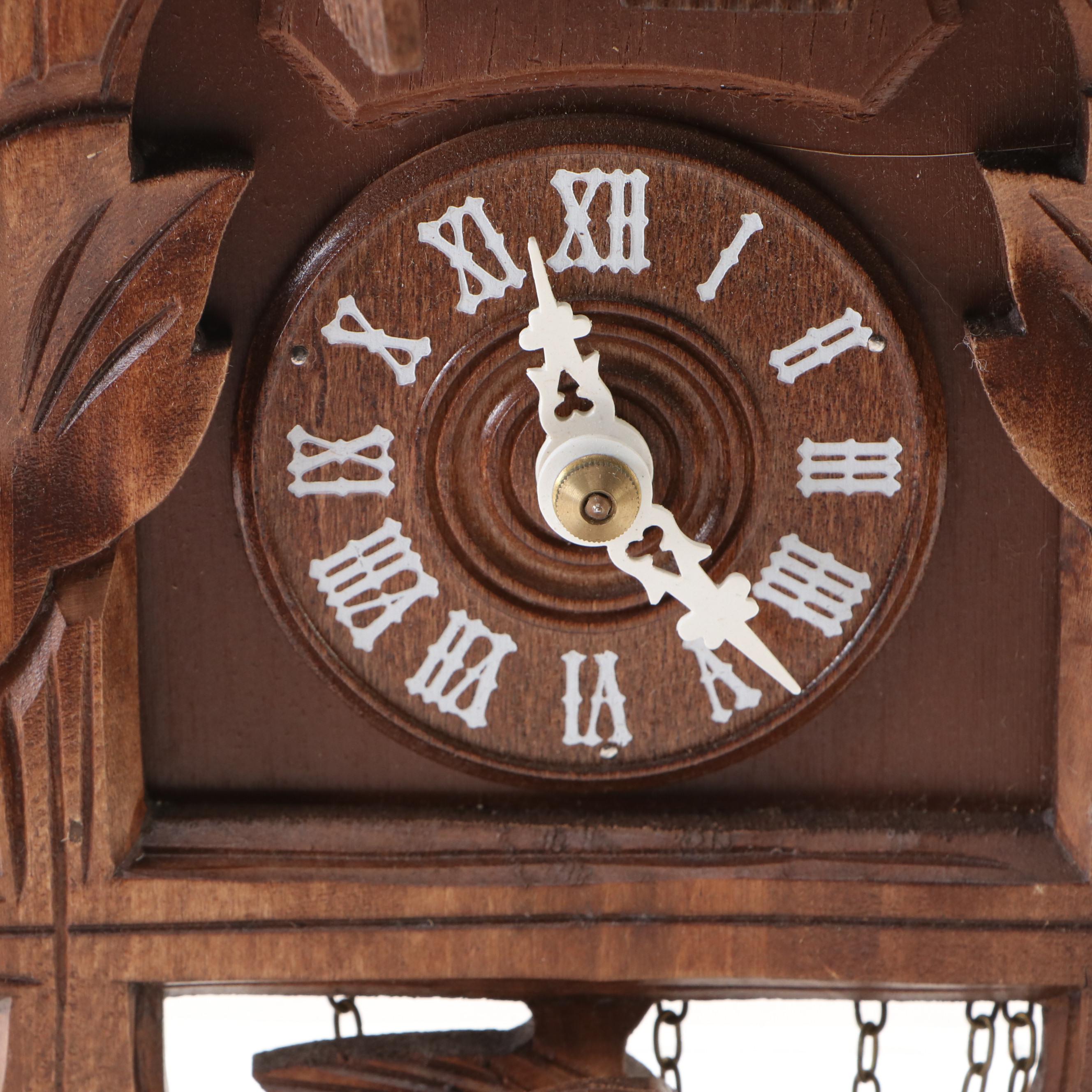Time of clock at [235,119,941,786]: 11:23
